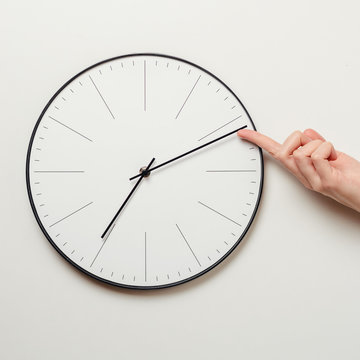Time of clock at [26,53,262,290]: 7:11
